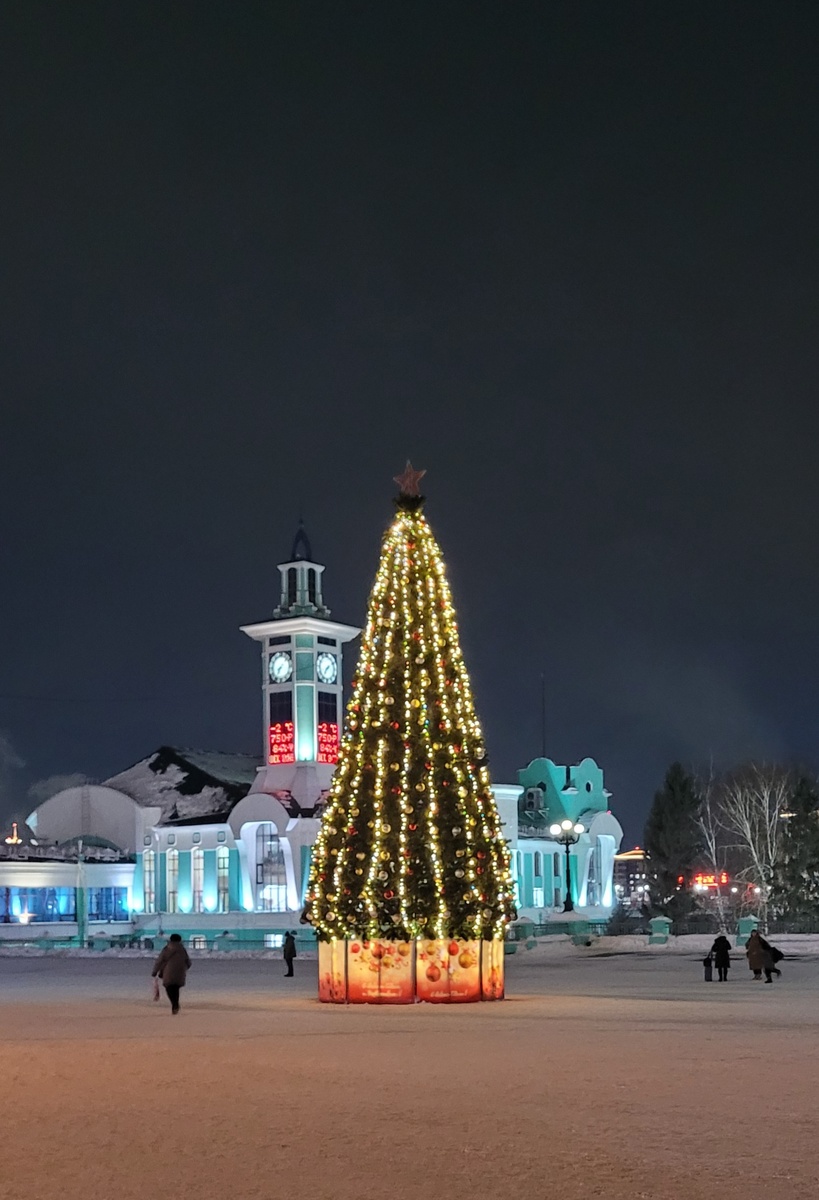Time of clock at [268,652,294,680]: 7:34
